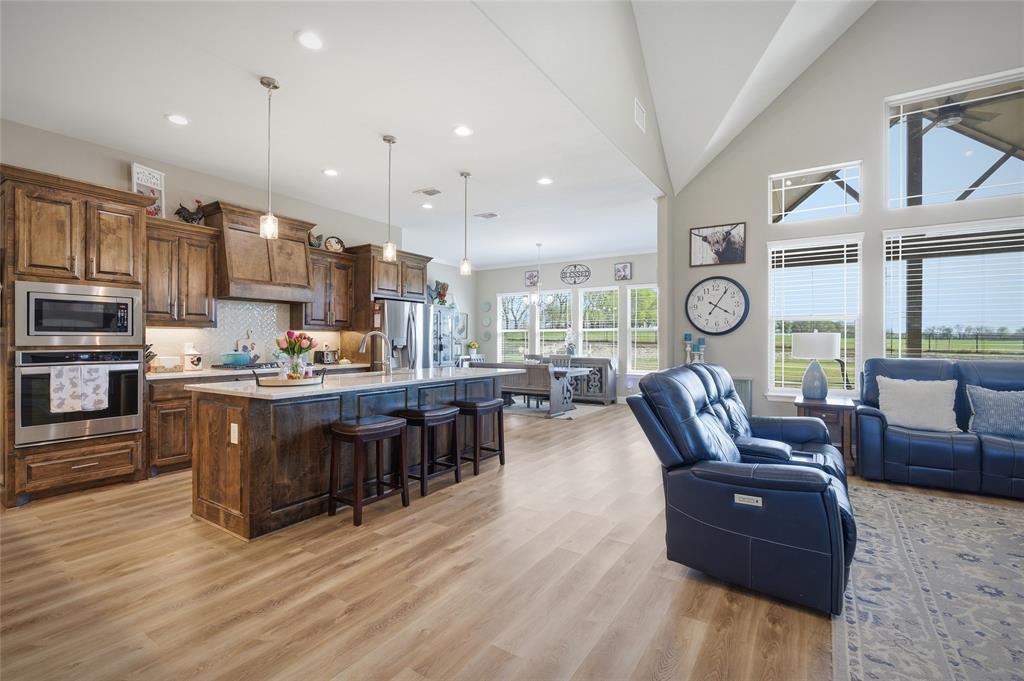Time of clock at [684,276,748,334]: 4:06
